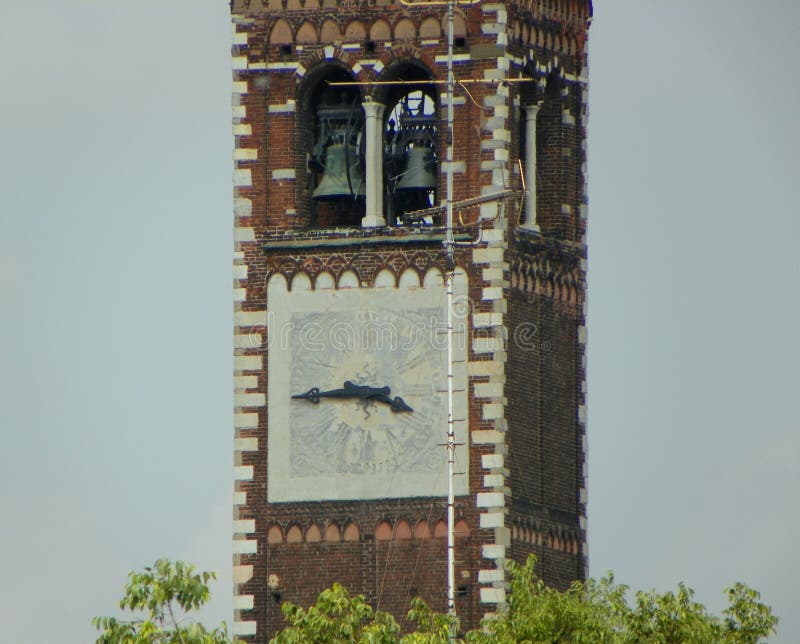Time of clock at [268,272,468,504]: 3:44
